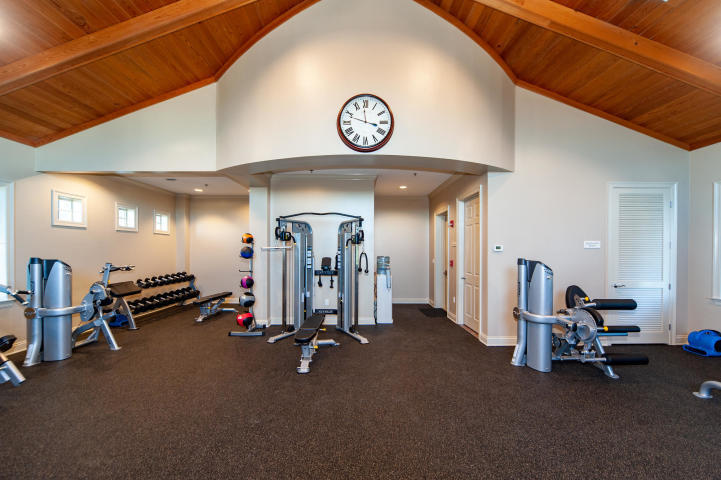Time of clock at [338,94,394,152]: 11:47
